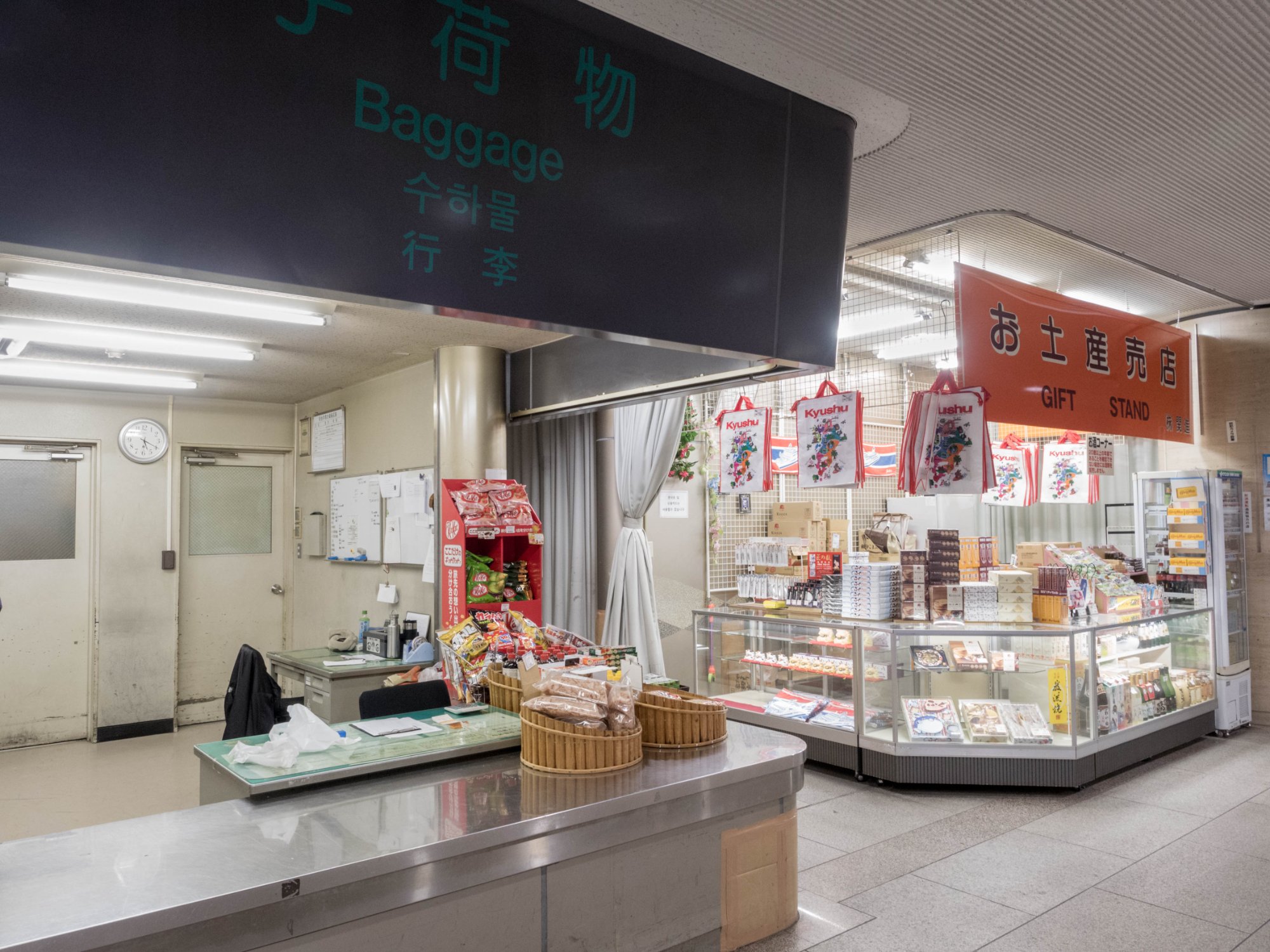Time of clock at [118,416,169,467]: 5:19
